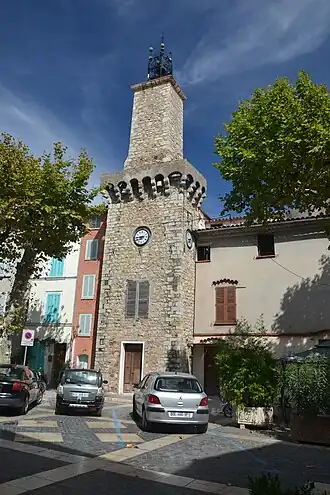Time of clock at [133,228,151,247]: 7:44
